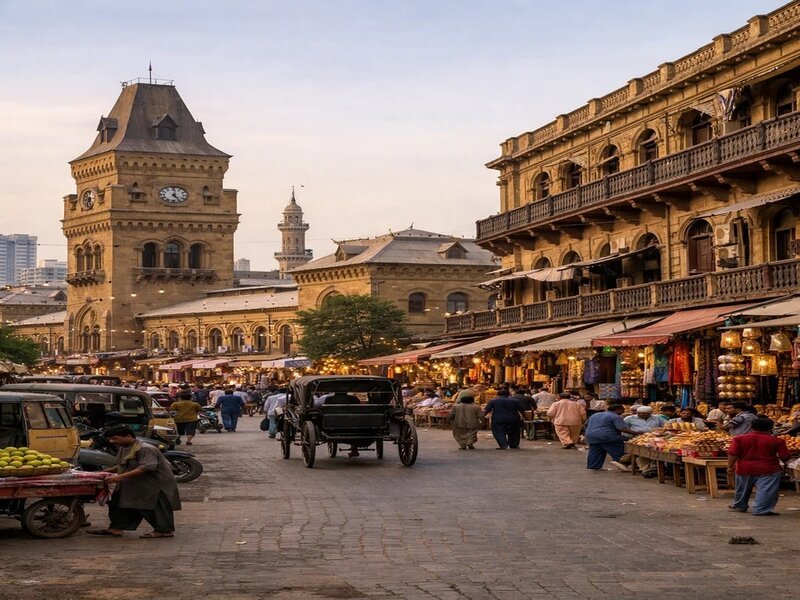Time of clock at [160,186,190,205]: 12:24
